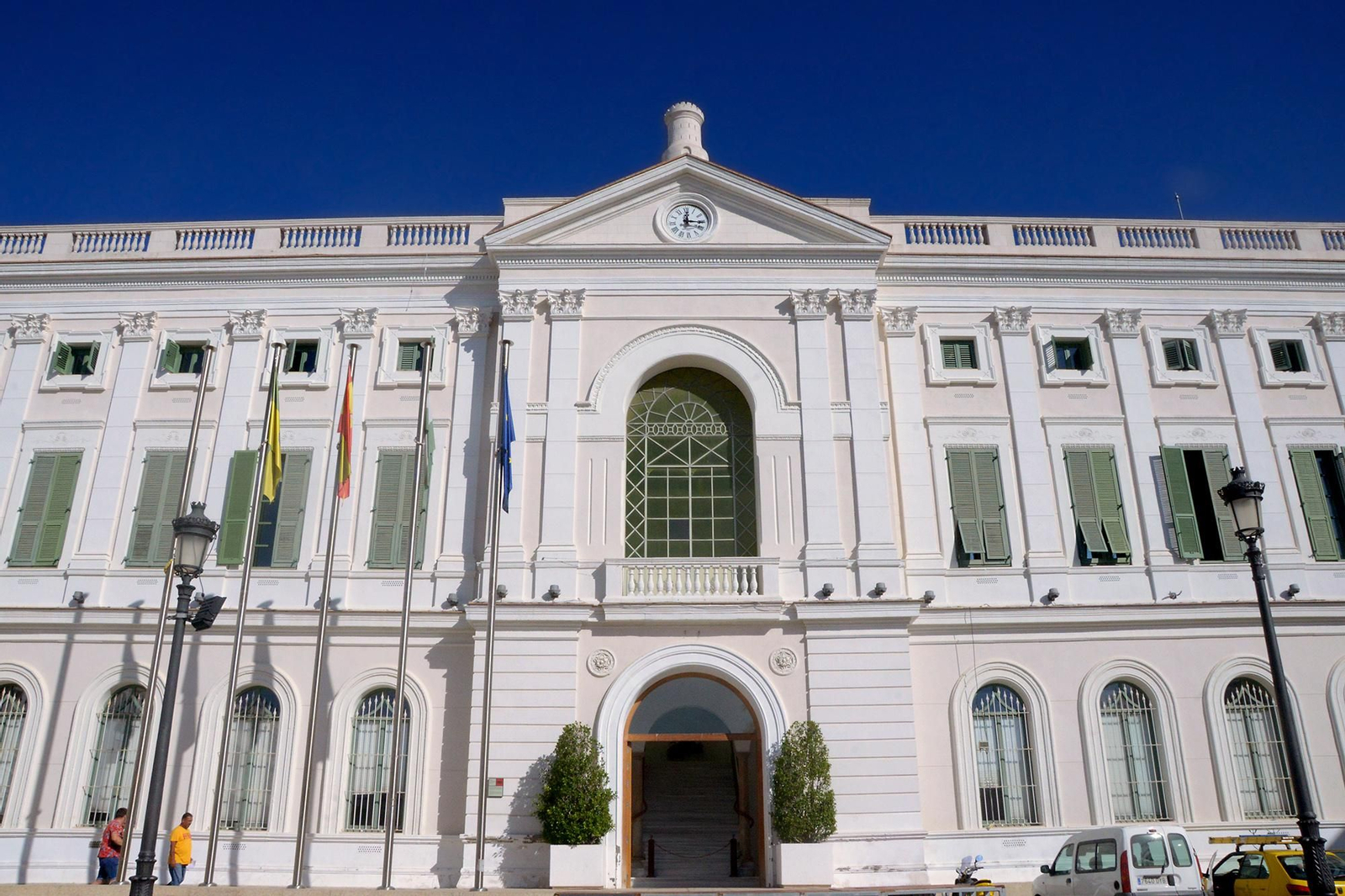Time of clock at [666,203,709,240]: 12:15
